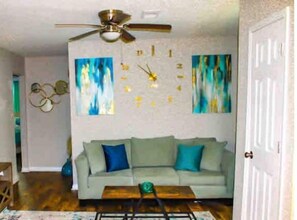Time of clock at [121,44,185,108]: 10:52
